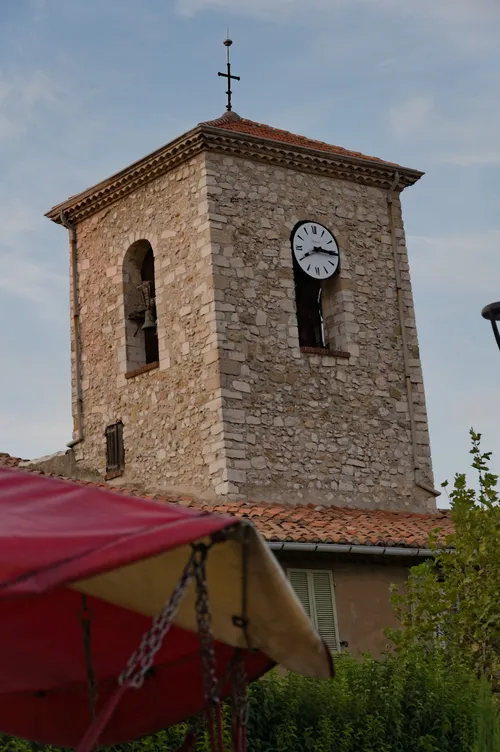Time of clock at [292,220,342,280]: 8:15
